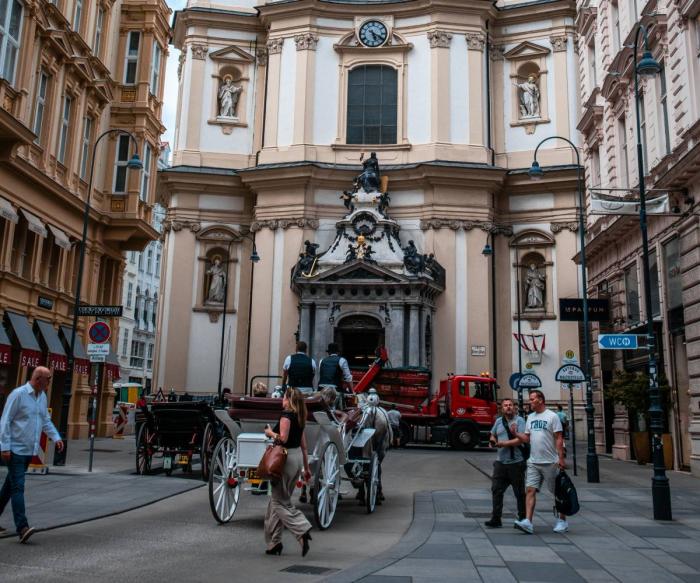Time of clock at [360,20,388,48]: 5:19
